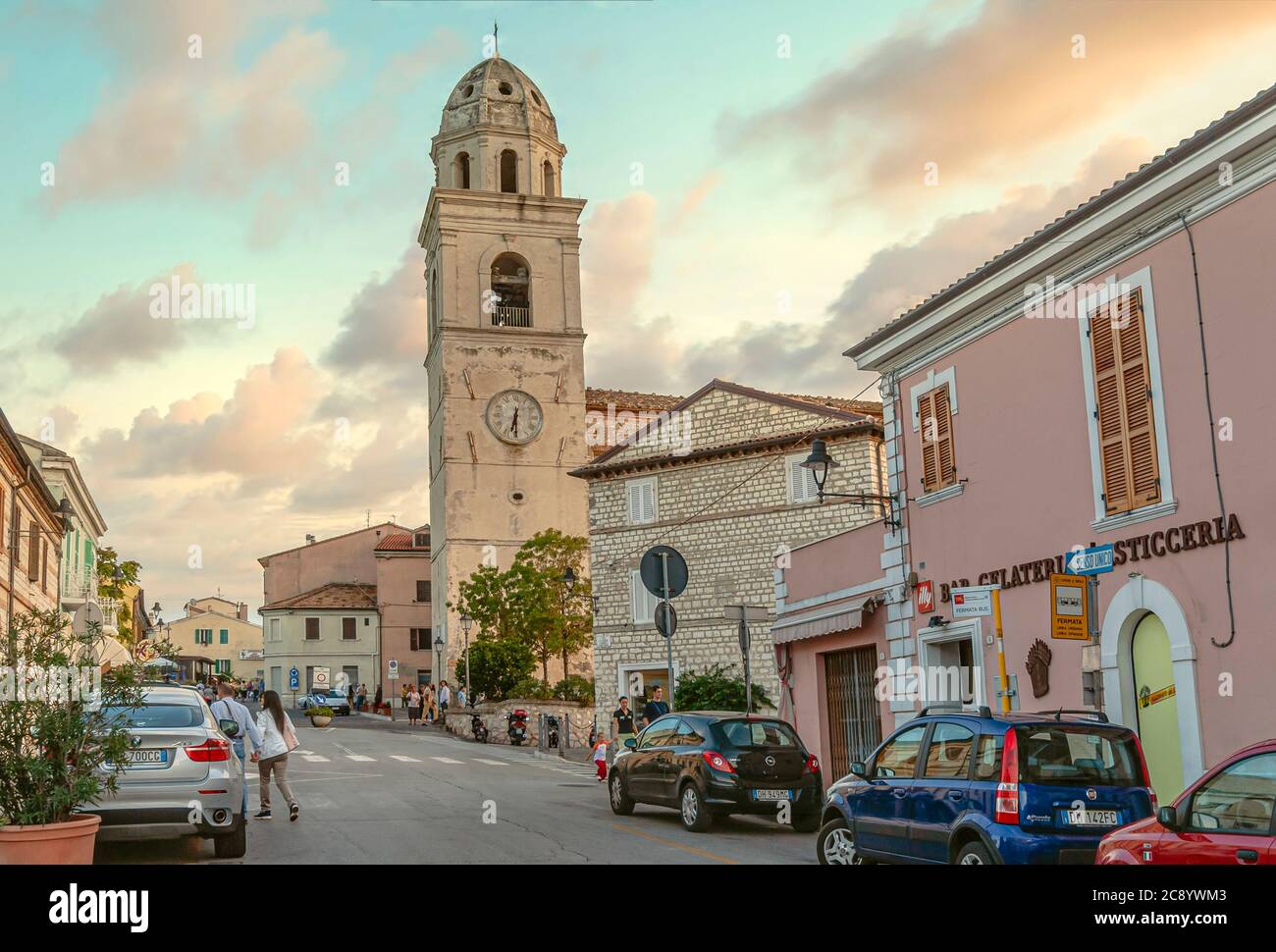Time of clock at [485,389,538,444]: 6:30
